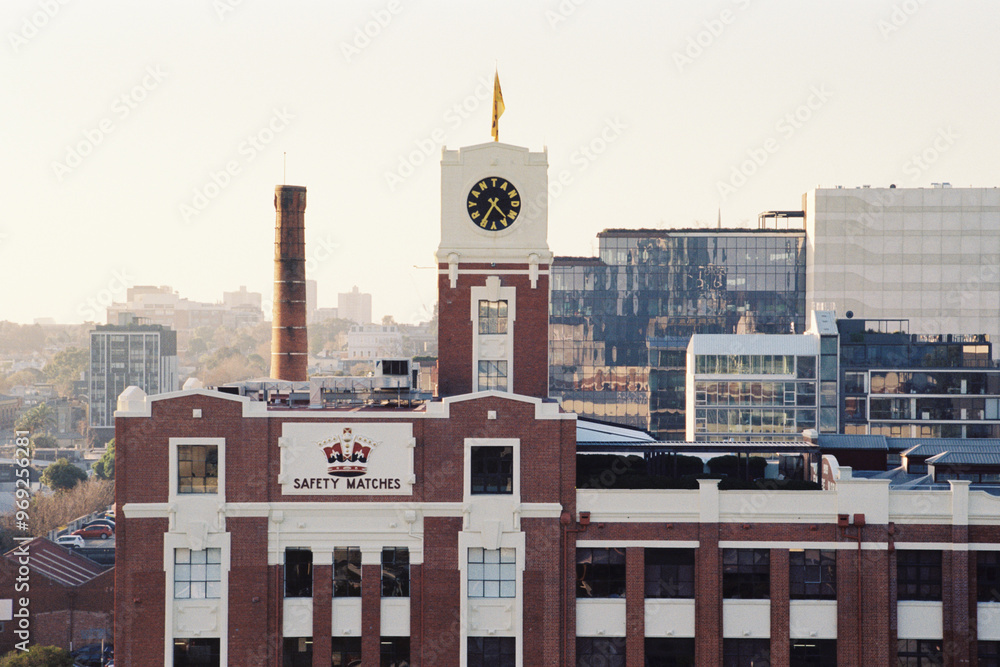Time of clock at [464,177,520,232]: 4:35
